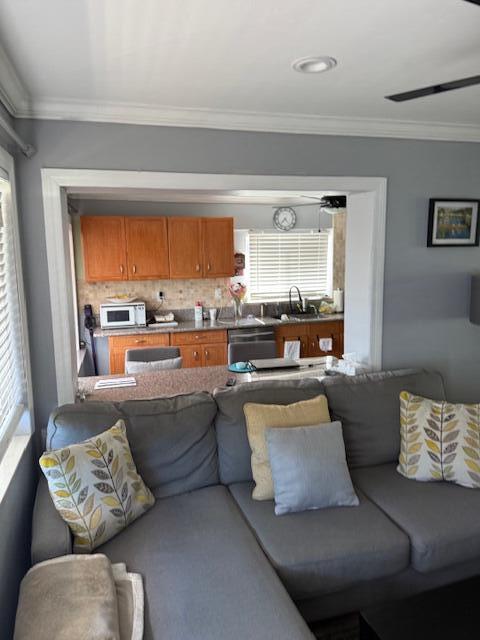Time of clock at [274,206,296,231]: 7:23
